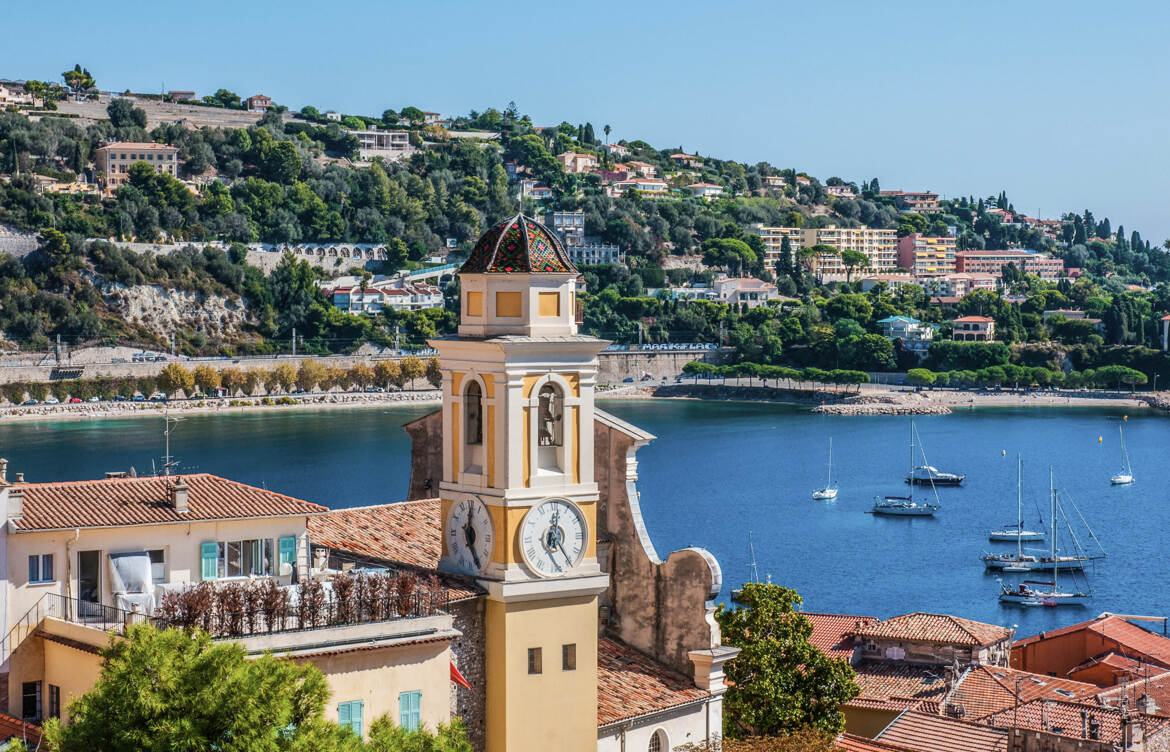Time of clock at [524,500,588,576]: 5:01
